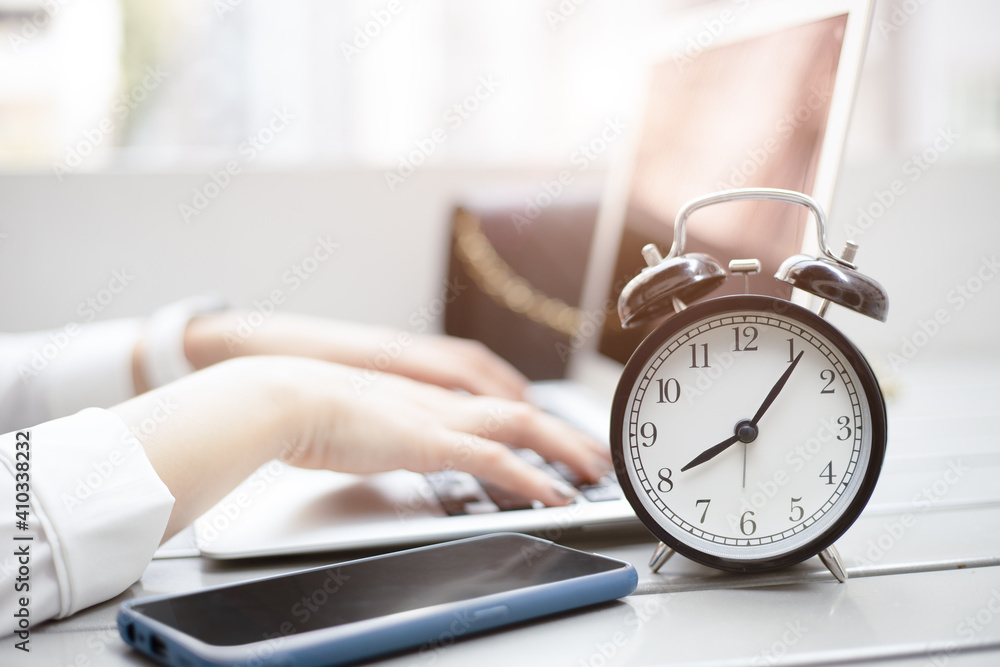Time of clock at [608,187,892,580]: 8:06
